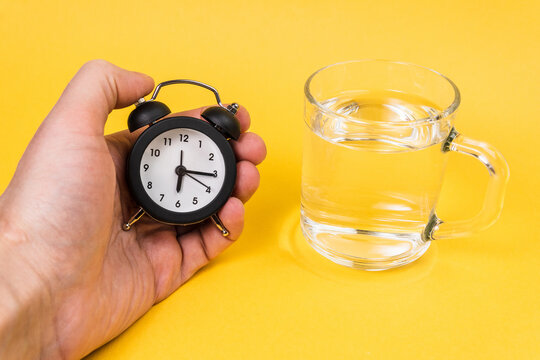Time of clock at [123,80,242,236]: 6:15
